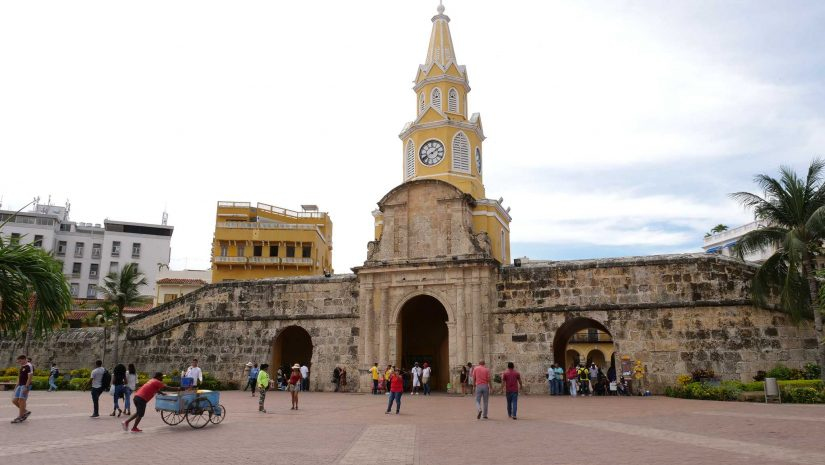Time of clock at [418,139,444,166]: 8:09
